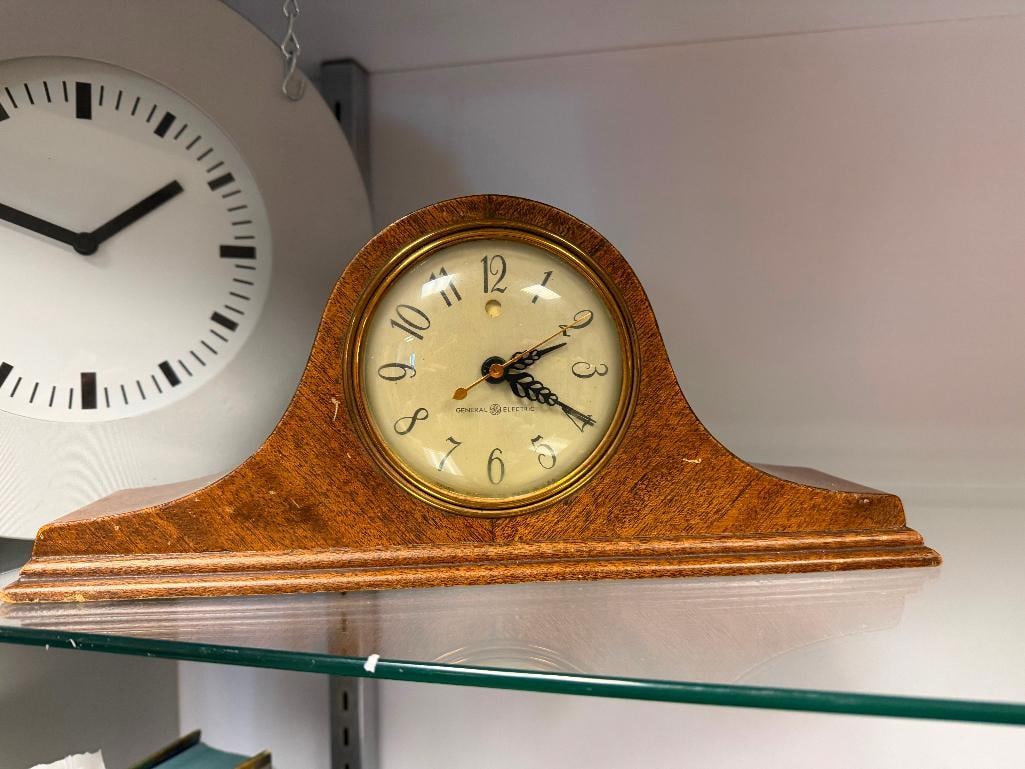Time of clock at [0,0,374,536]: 1:47
